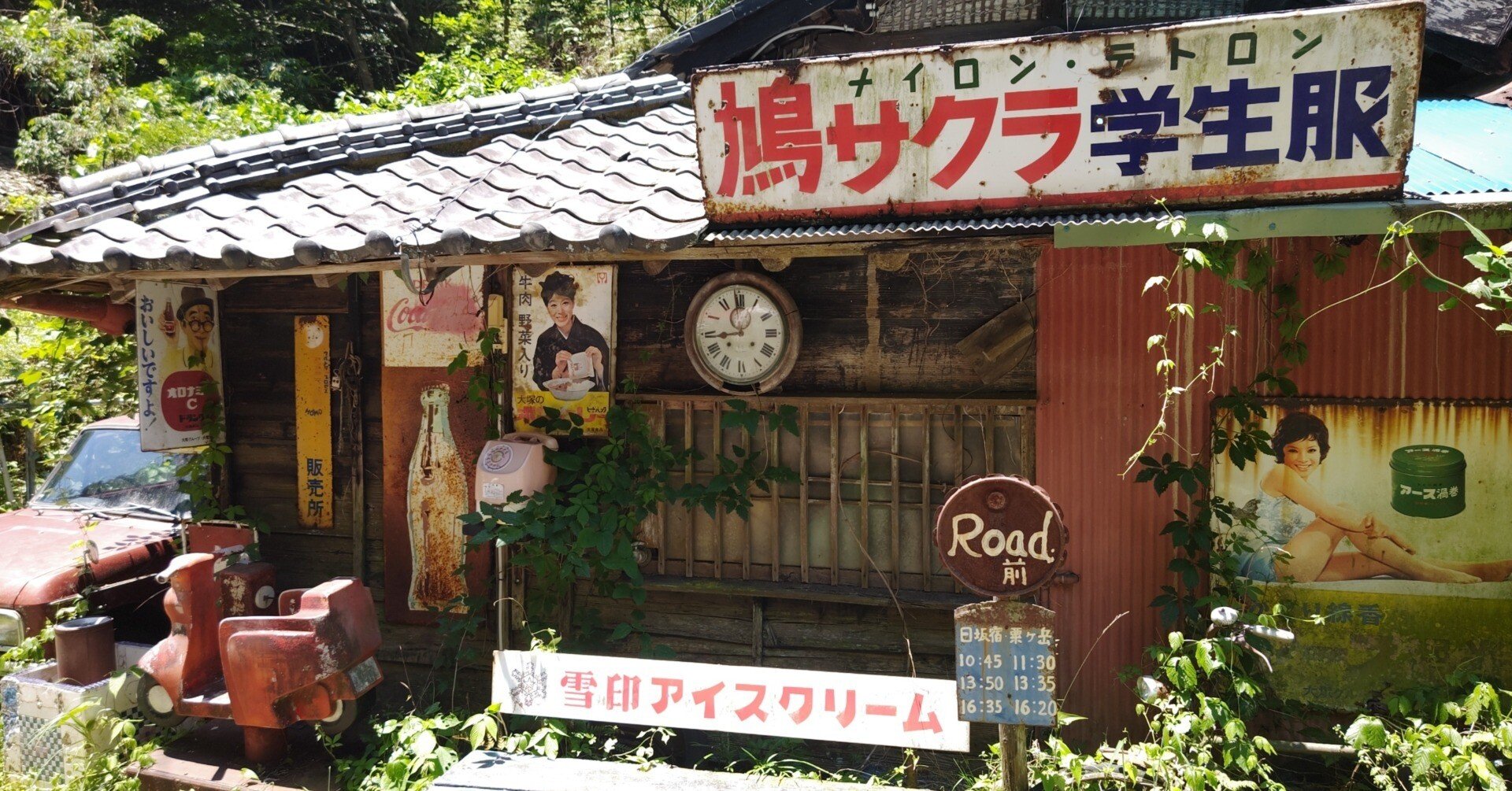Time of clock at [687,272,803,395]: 11:43
